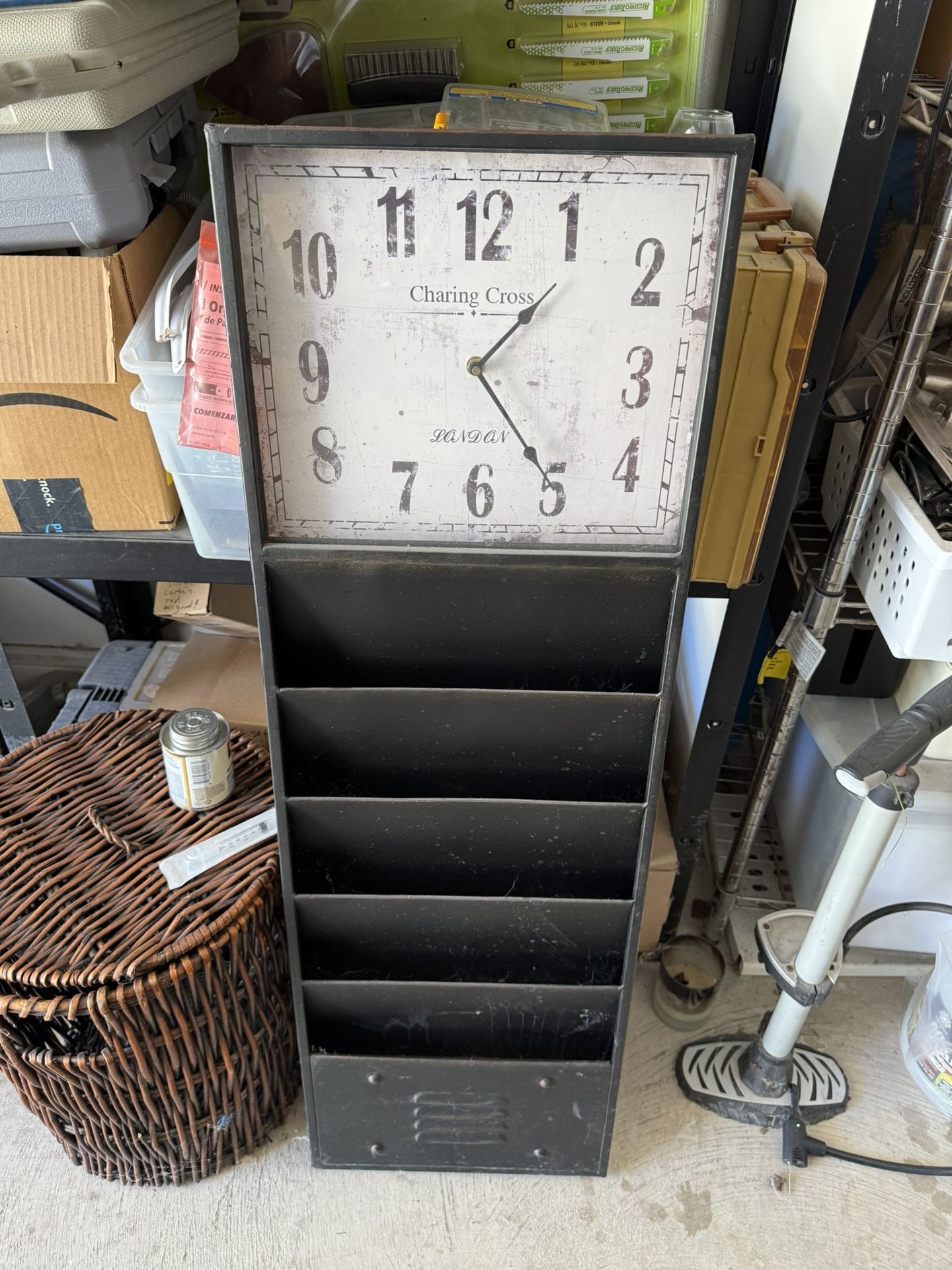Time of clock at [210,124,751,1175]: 1:23
